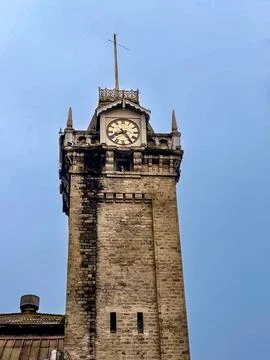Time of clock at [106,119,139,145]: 8:24
